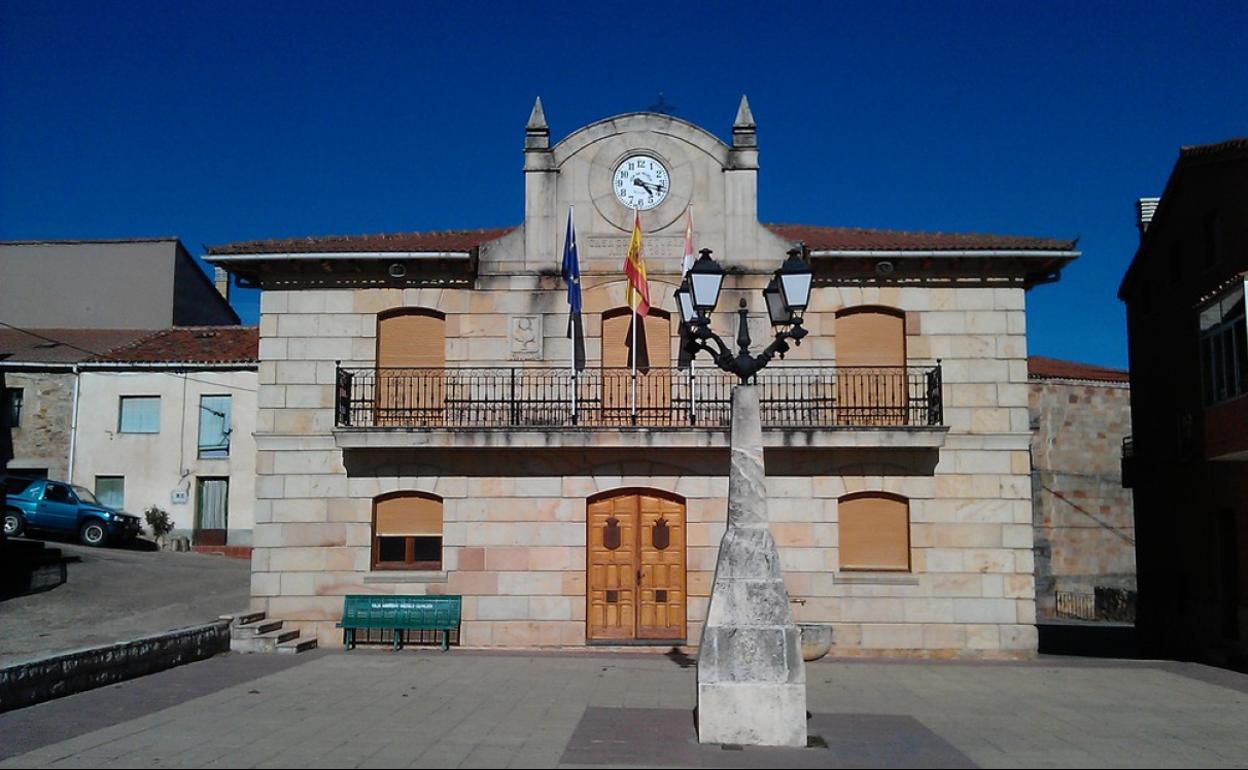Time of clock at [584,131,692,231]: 4:17
